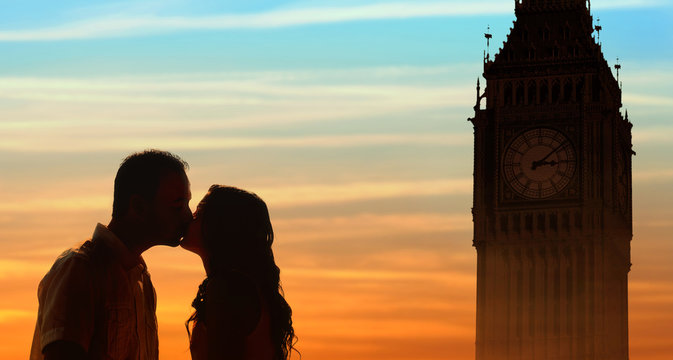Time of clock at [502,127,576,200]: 3:08
